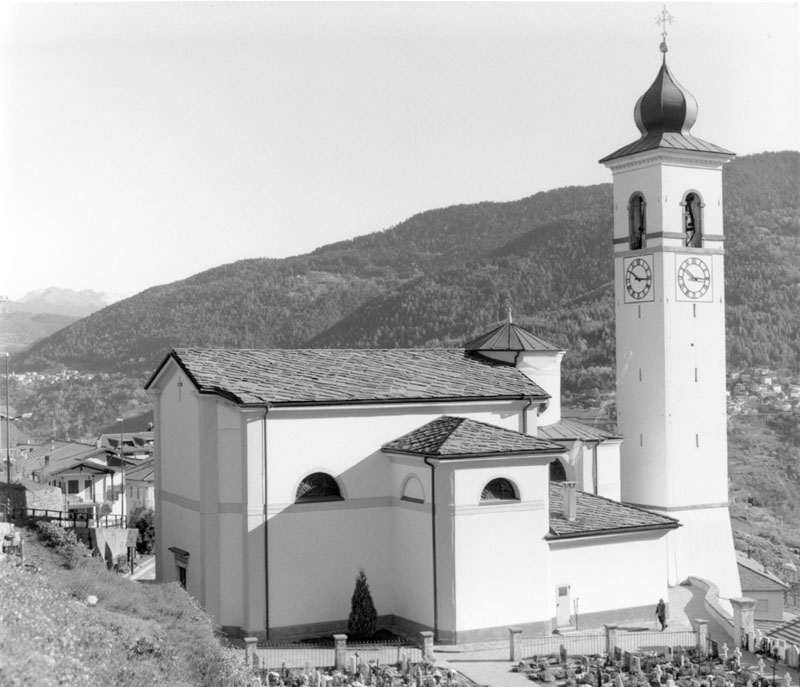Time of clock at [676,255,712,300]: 10:15
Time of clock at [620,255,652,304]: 10:15
